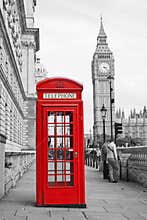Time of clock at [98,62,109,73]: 3:22
